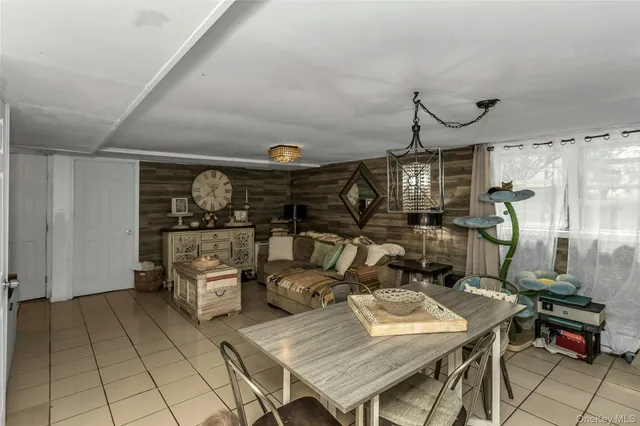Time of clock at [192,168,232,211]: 5:38
